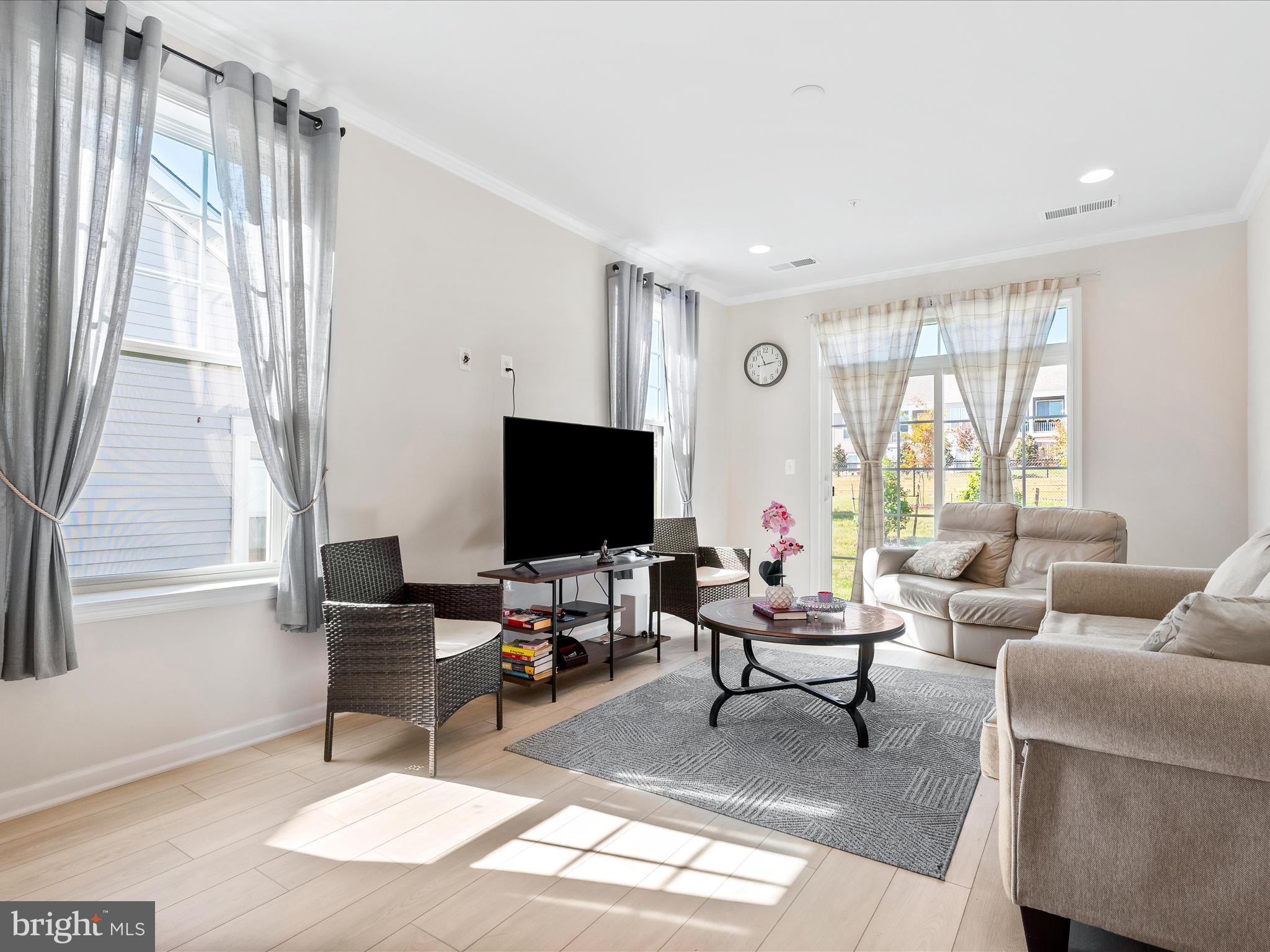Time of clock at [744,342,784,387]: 11:13
